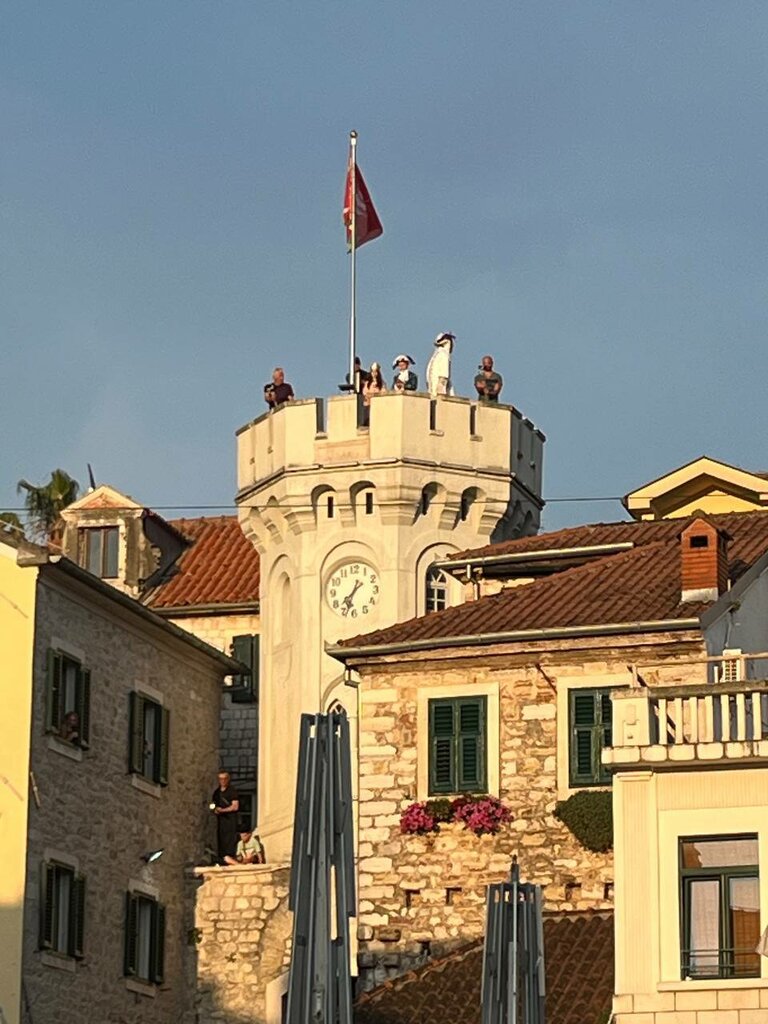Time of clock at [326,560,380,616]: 7:33
